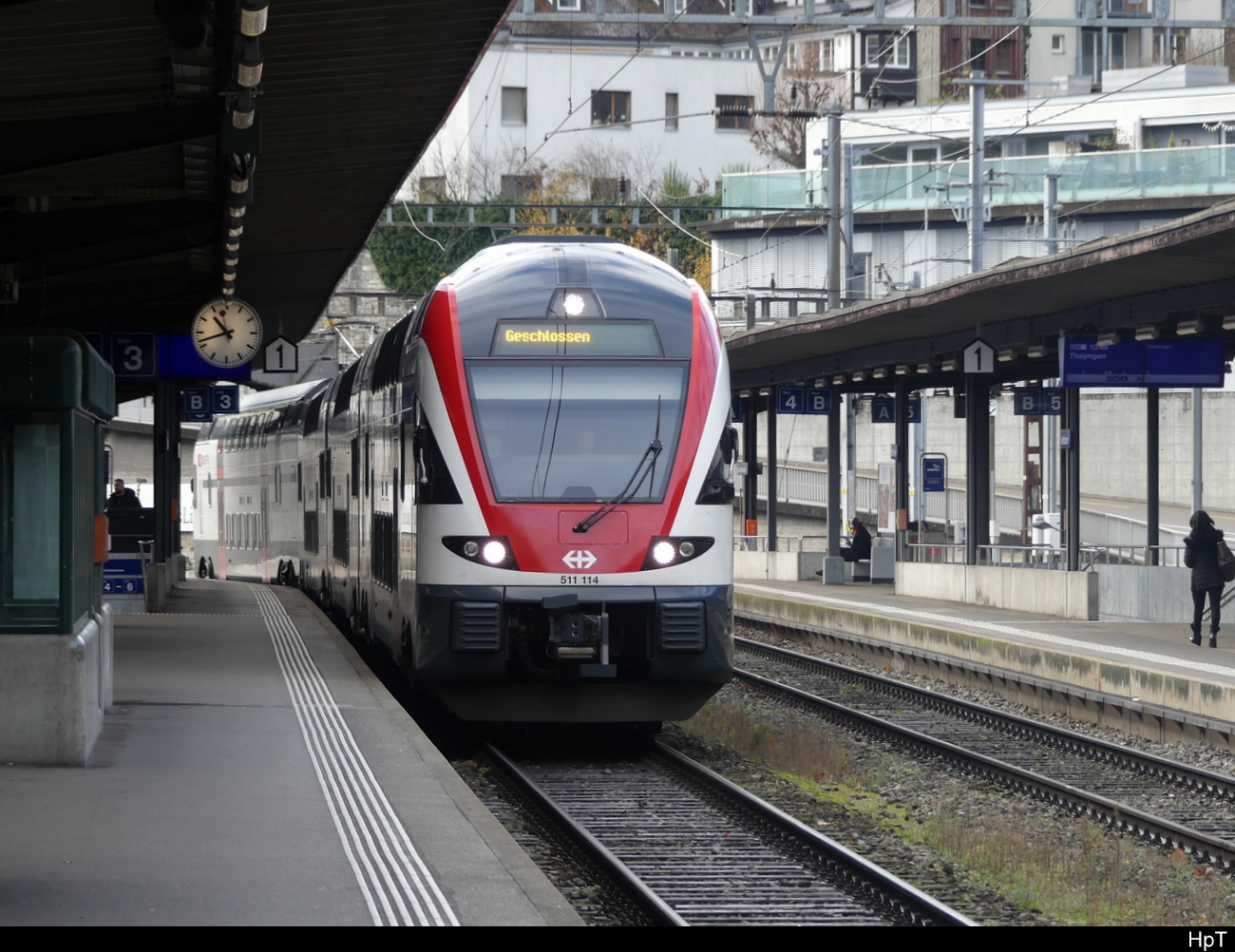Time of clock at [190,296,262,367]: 10:41
